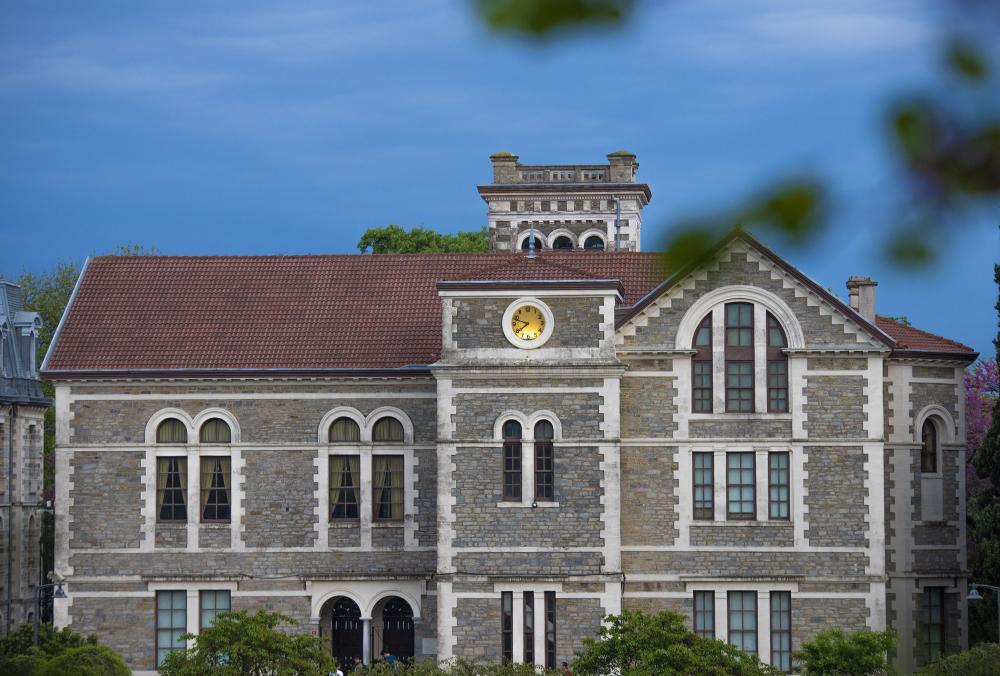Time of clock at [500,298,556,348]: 7:48
